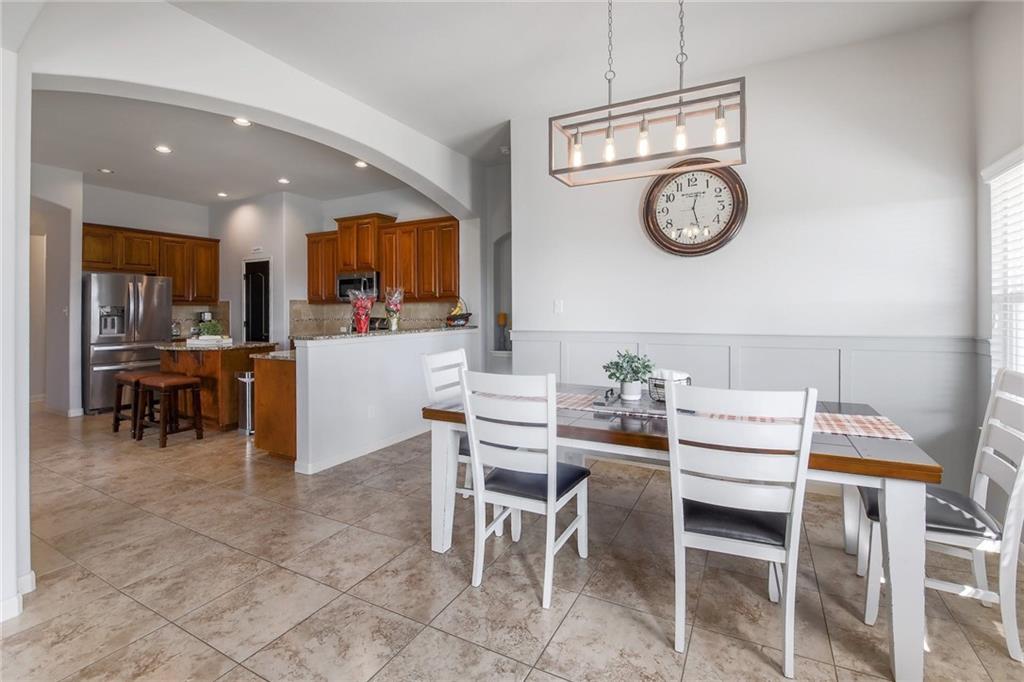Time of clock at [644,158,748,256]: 12:27
